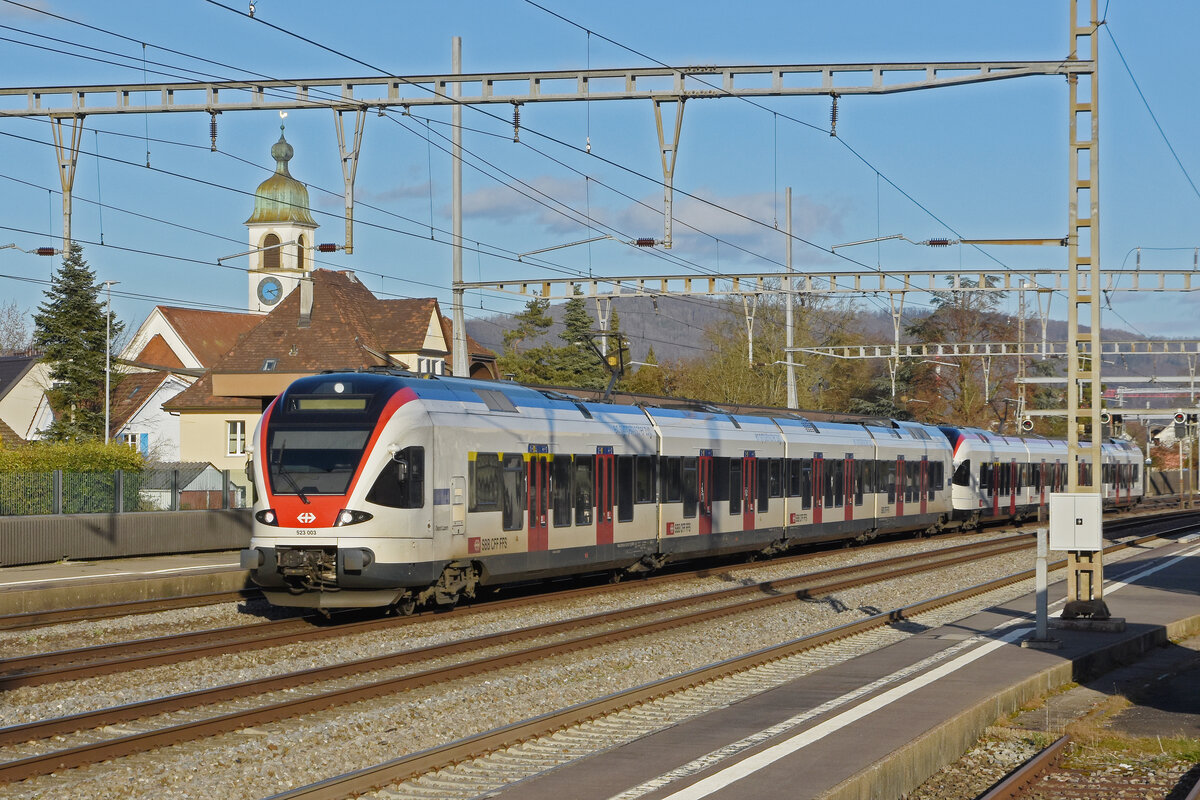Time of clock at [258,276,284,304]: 4:12
